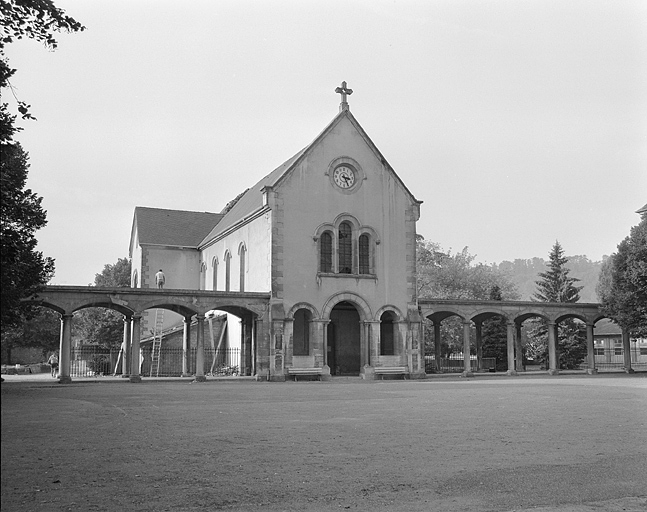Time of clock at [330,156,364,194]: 3:25
